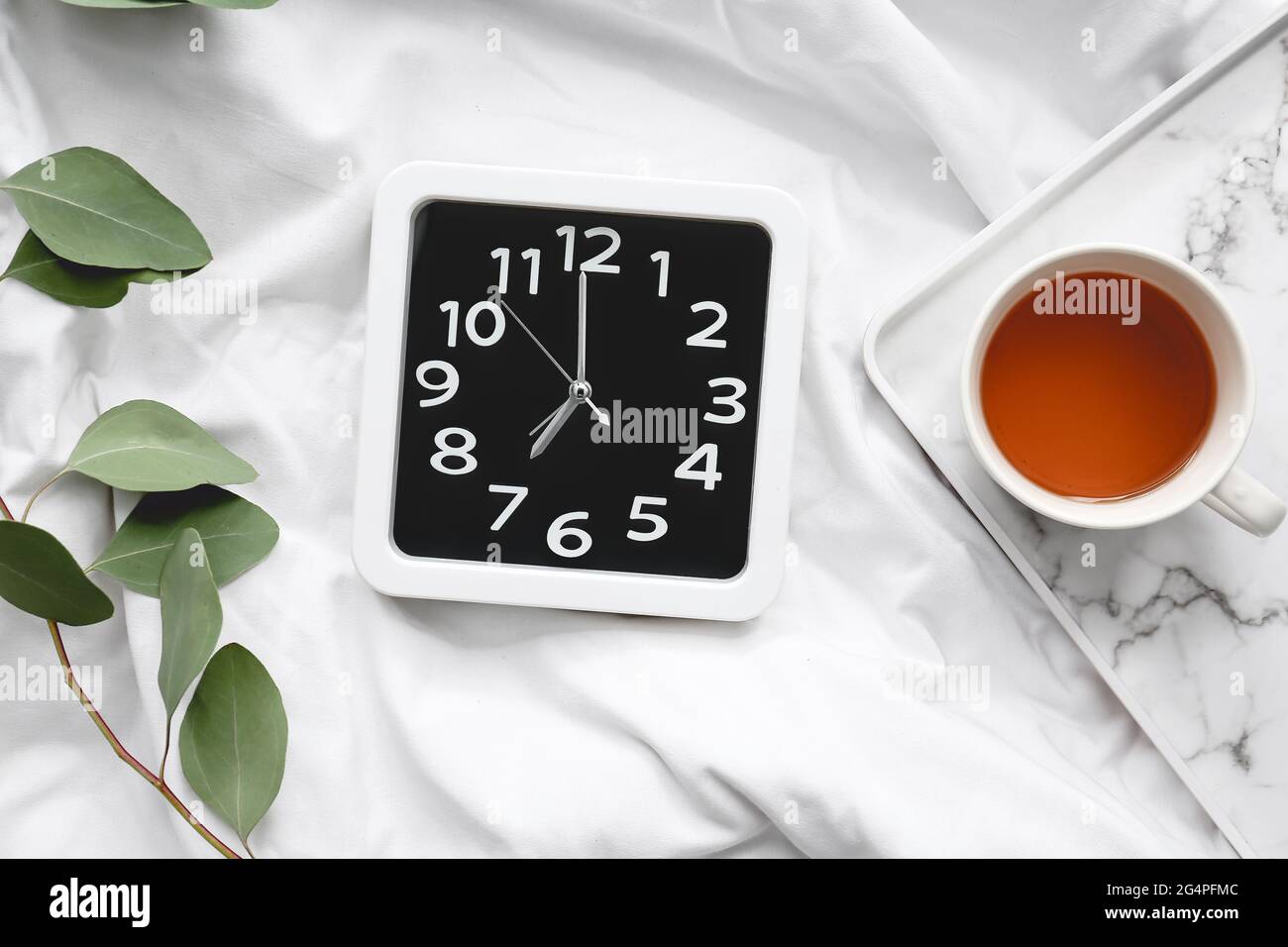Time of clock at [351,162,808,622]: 6:59
